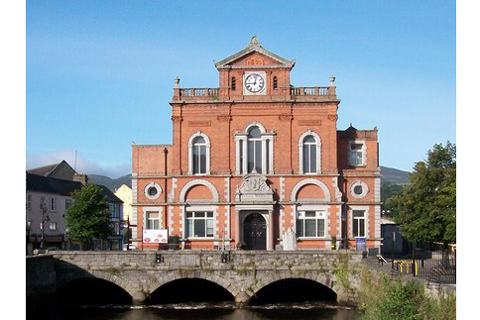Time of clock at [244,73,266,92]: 9:01
